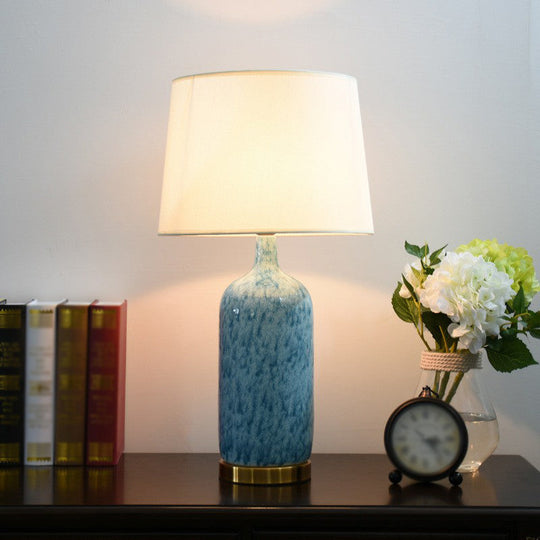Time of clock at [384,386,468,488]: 3:23
